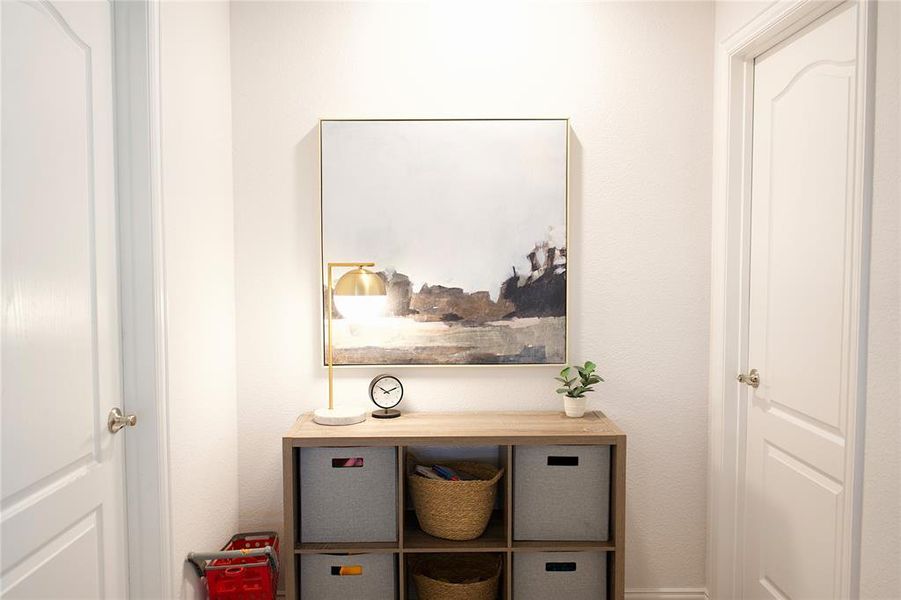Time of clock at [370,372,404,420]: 10:11
